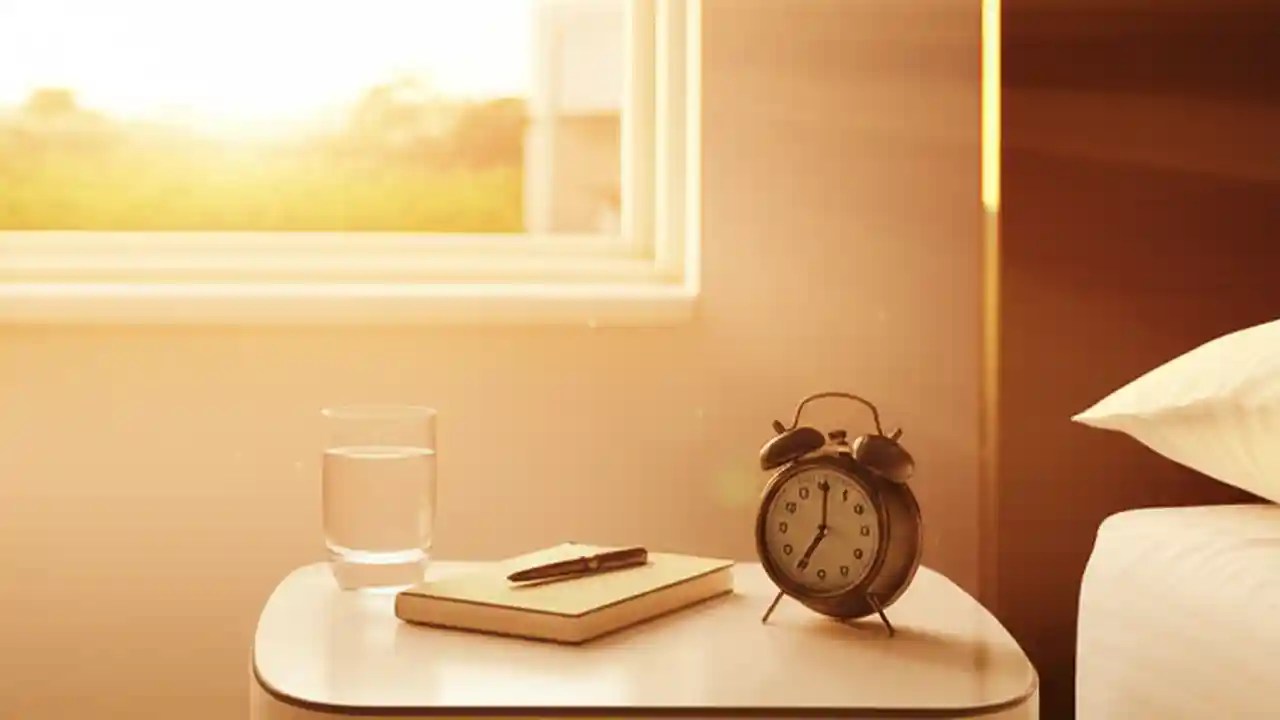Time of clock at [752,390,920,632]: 7:00
